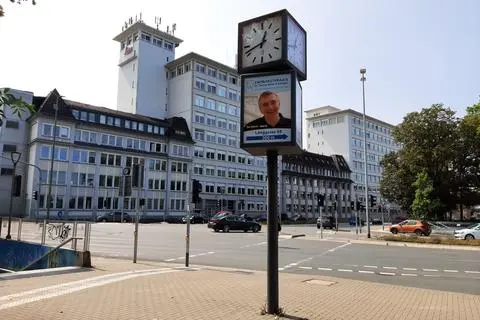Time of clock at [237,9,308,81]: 12:41
